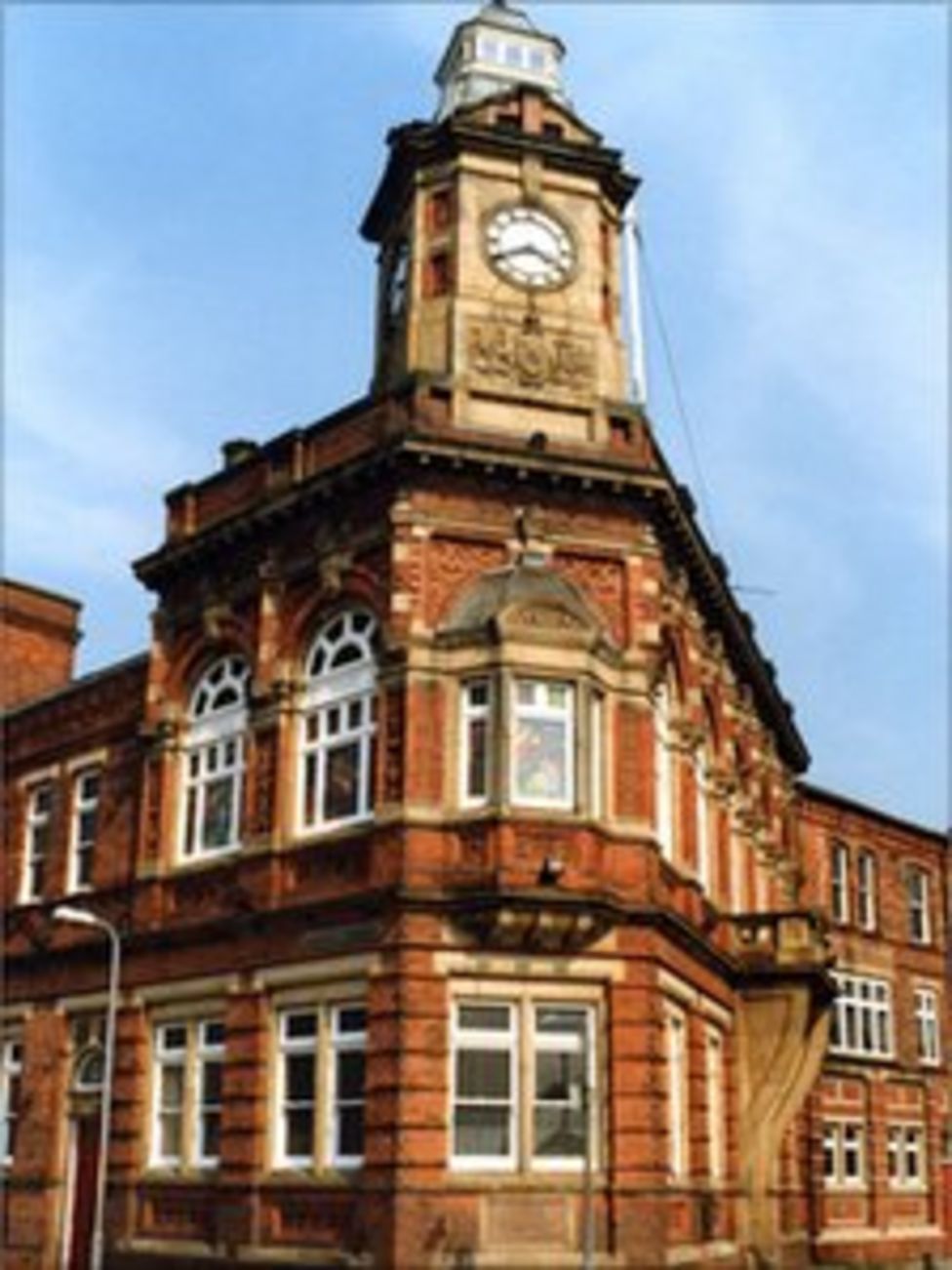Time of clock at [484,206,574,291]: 3:40
